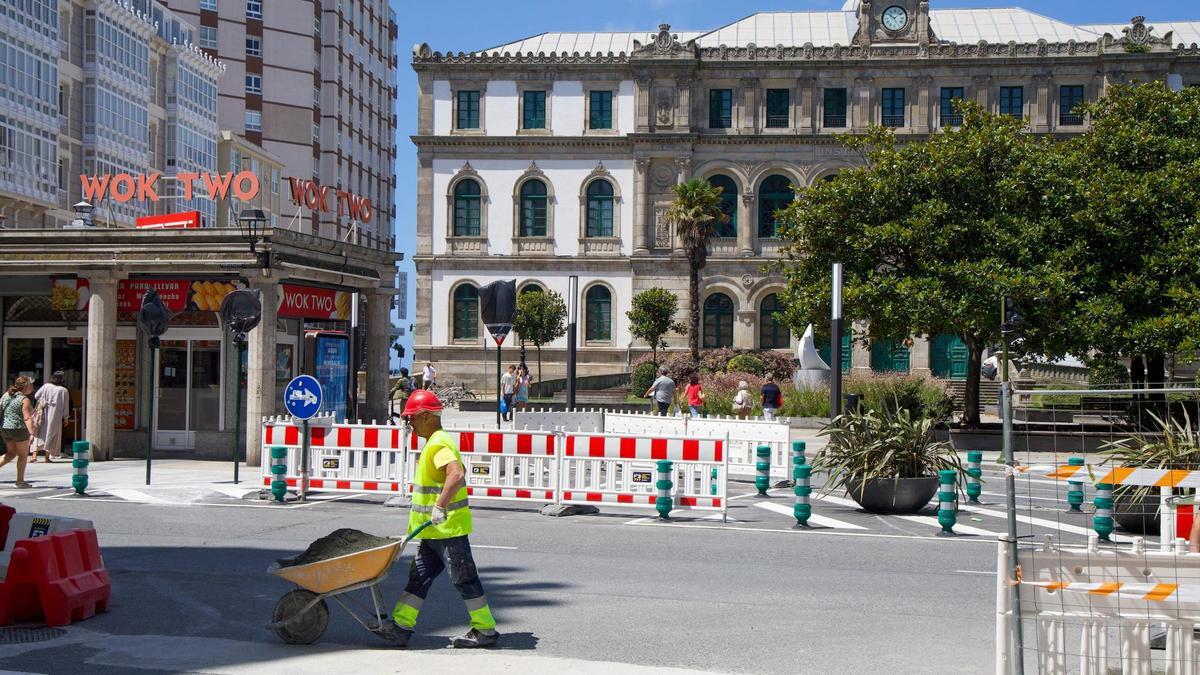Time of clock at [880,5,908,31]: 10:08
